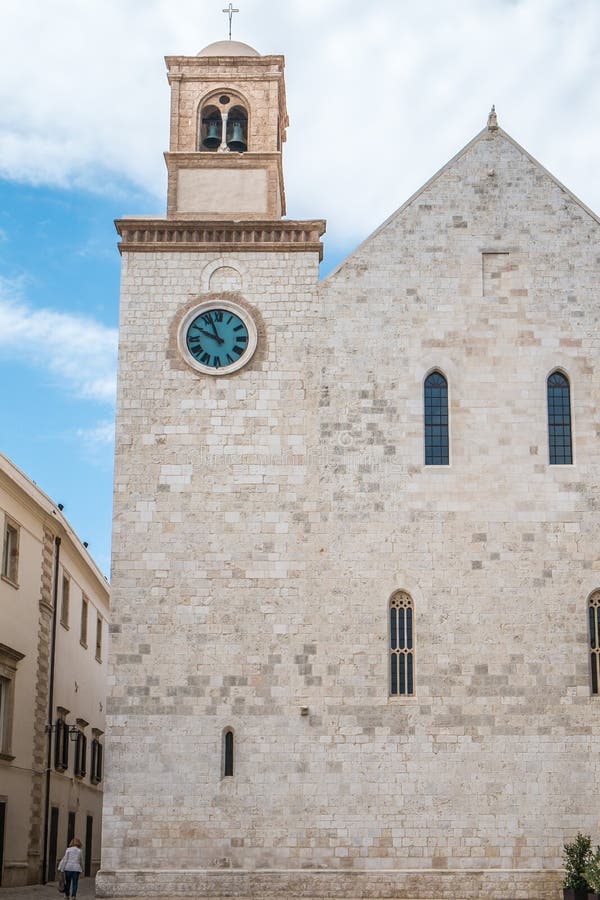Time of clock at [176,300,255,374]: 9:56
